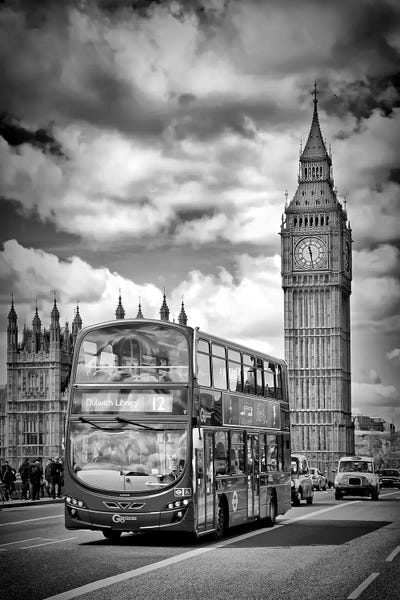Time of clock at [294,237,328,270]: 11:28
